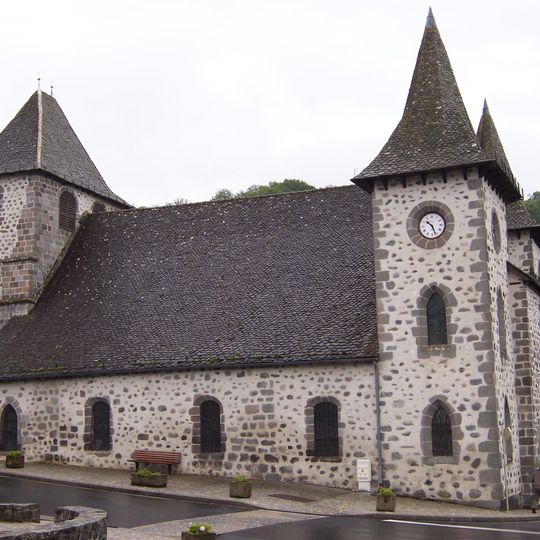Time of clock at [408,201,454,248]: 10:26
